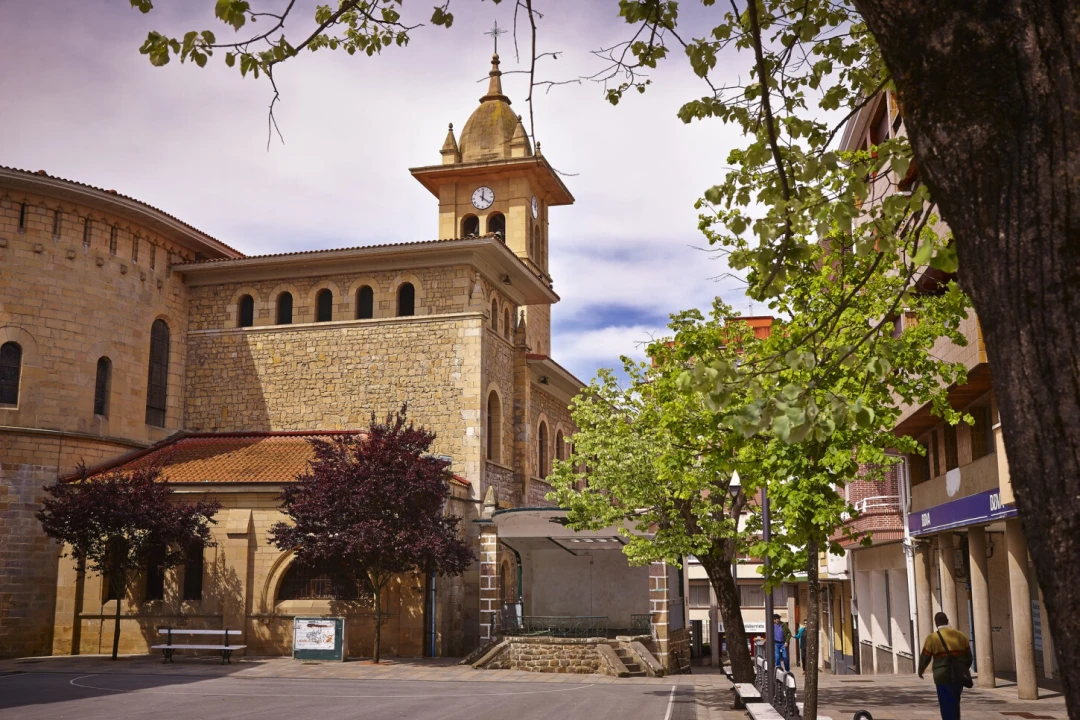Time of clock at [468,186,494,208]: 12:21
